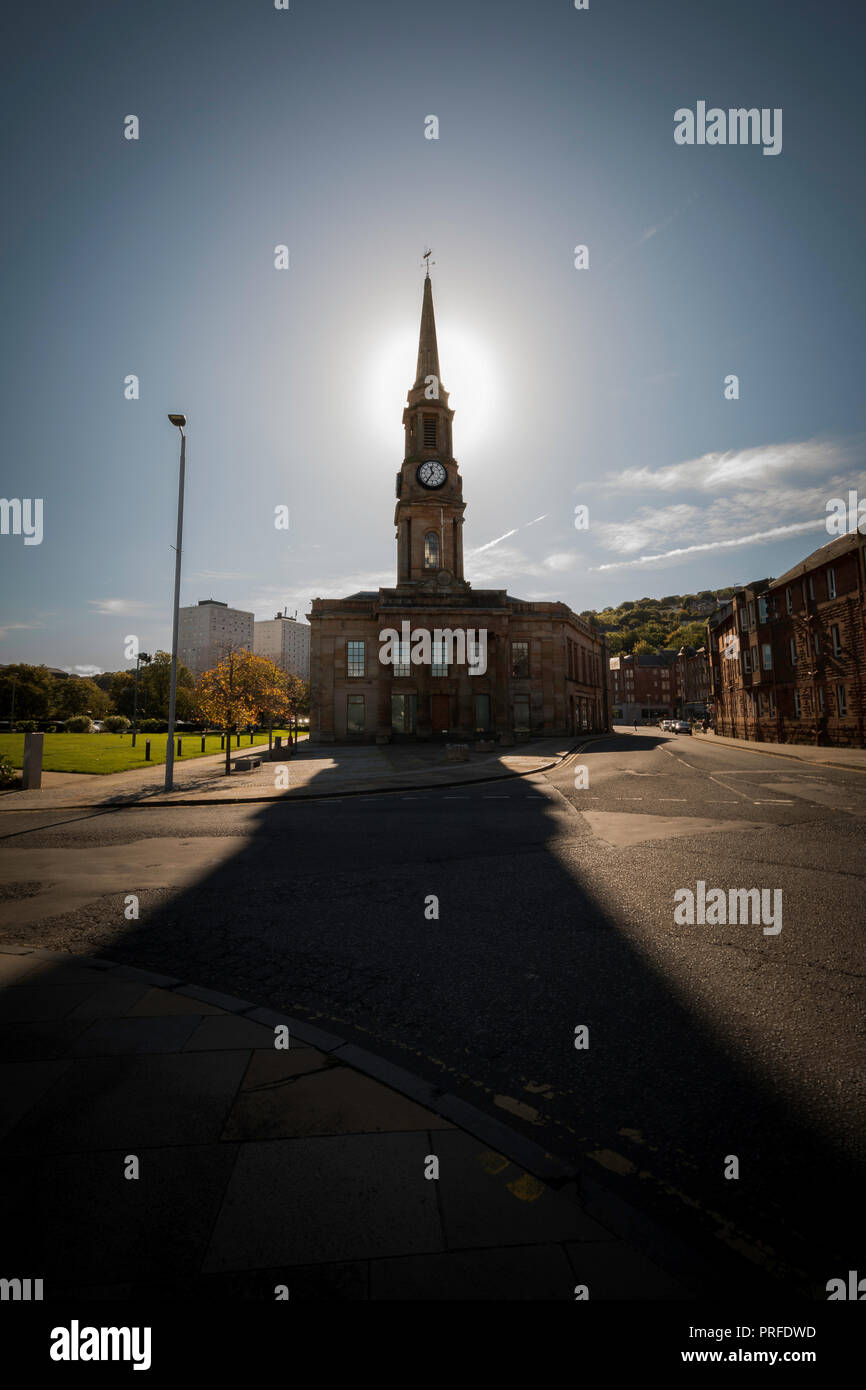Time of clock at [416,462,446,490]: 11:35
